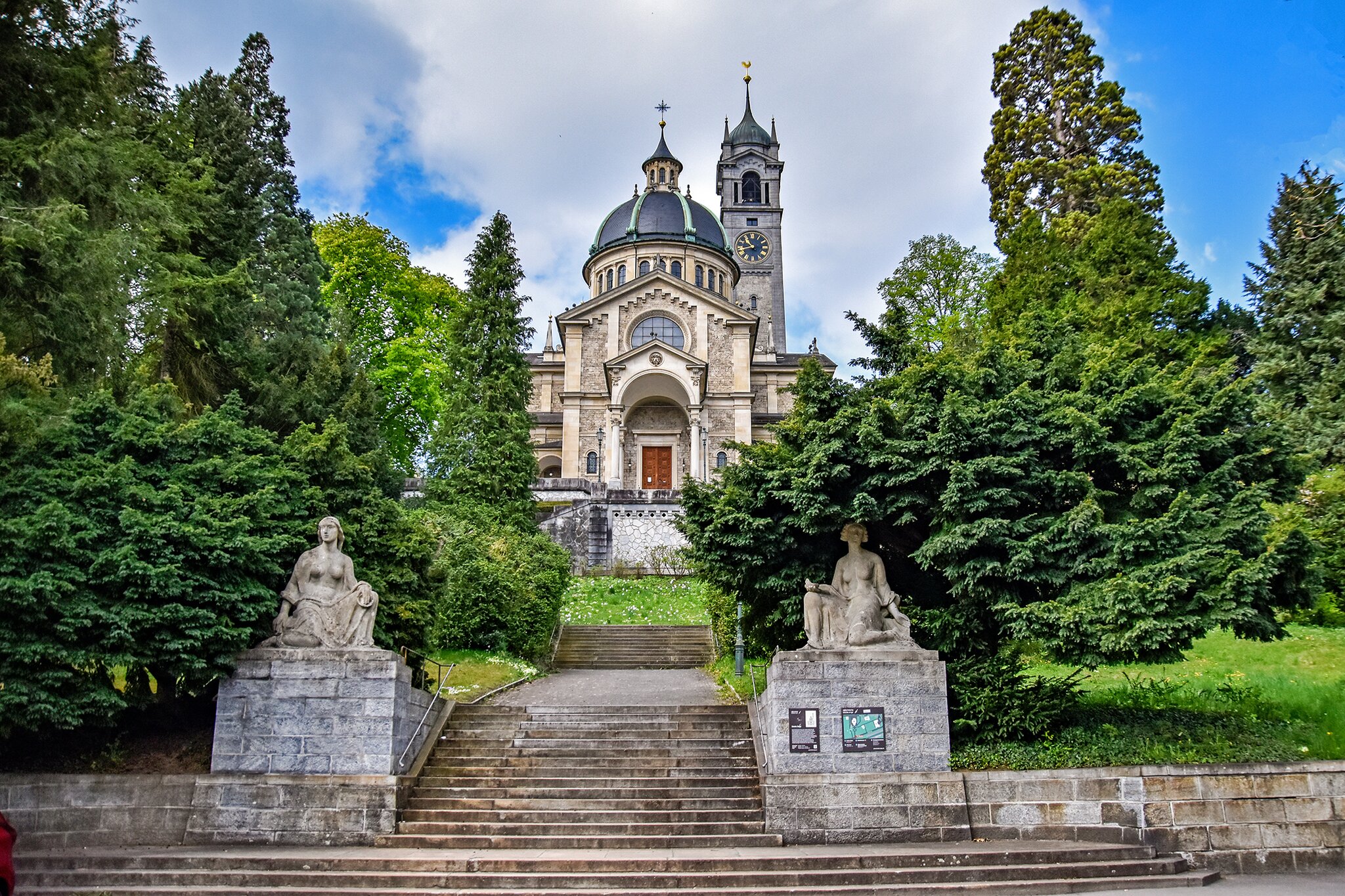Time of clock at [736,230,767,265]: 10:42
